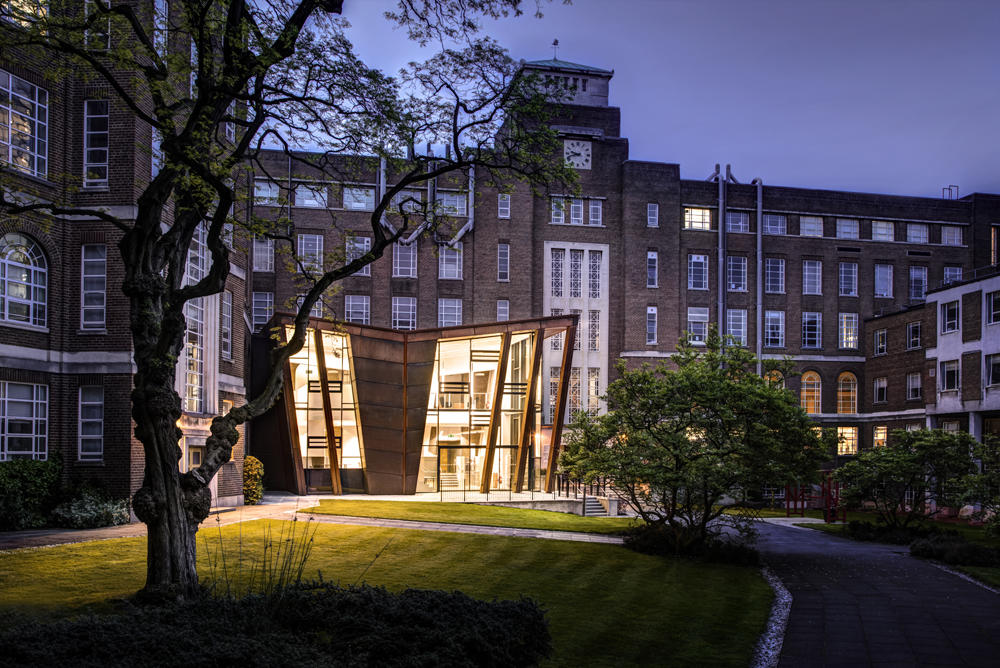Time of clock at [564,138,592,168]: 9:42
